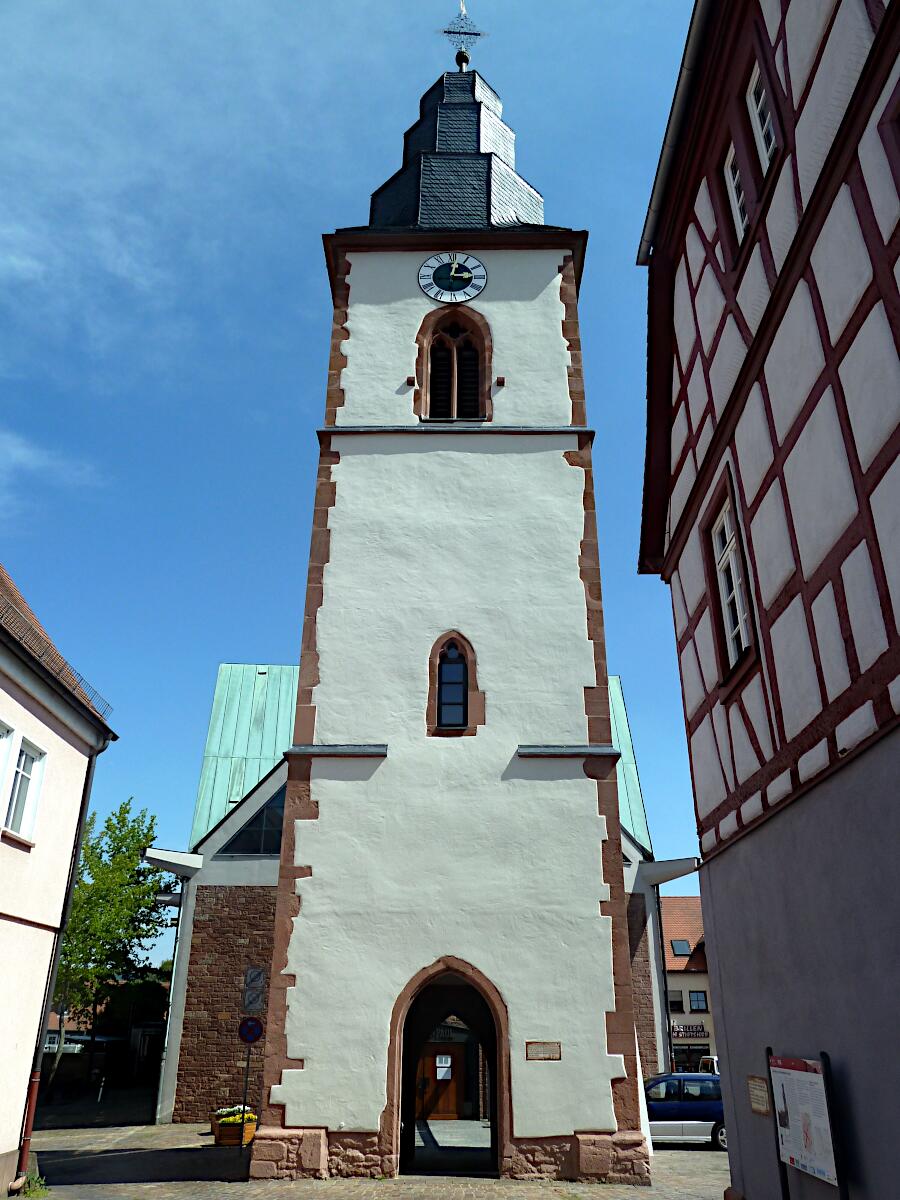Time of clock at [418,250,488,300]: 3:01
